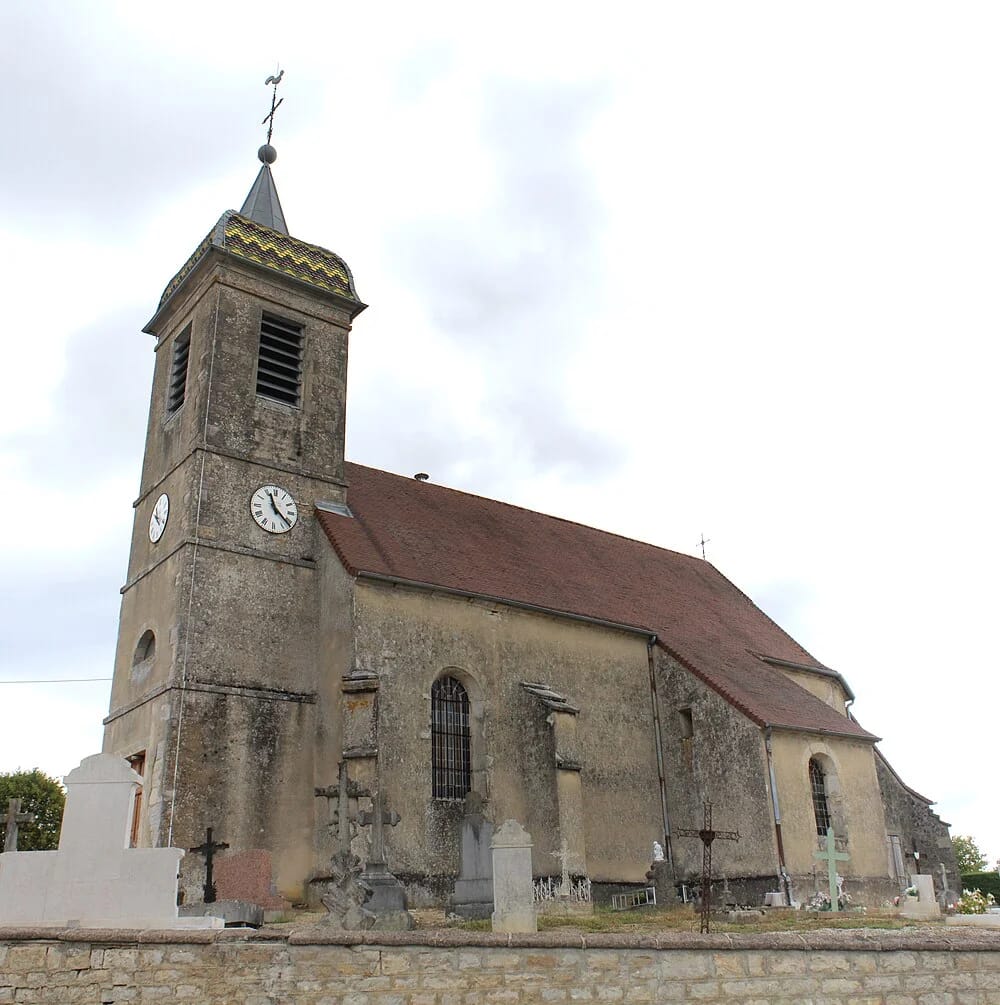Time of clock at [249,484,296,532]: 11:21
